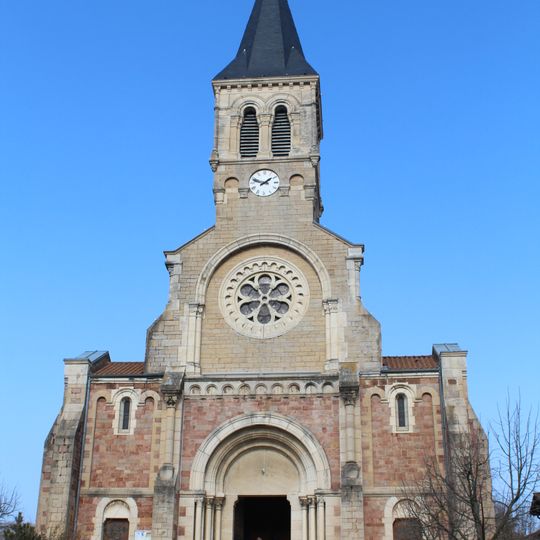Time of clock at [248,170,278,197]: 1:47
